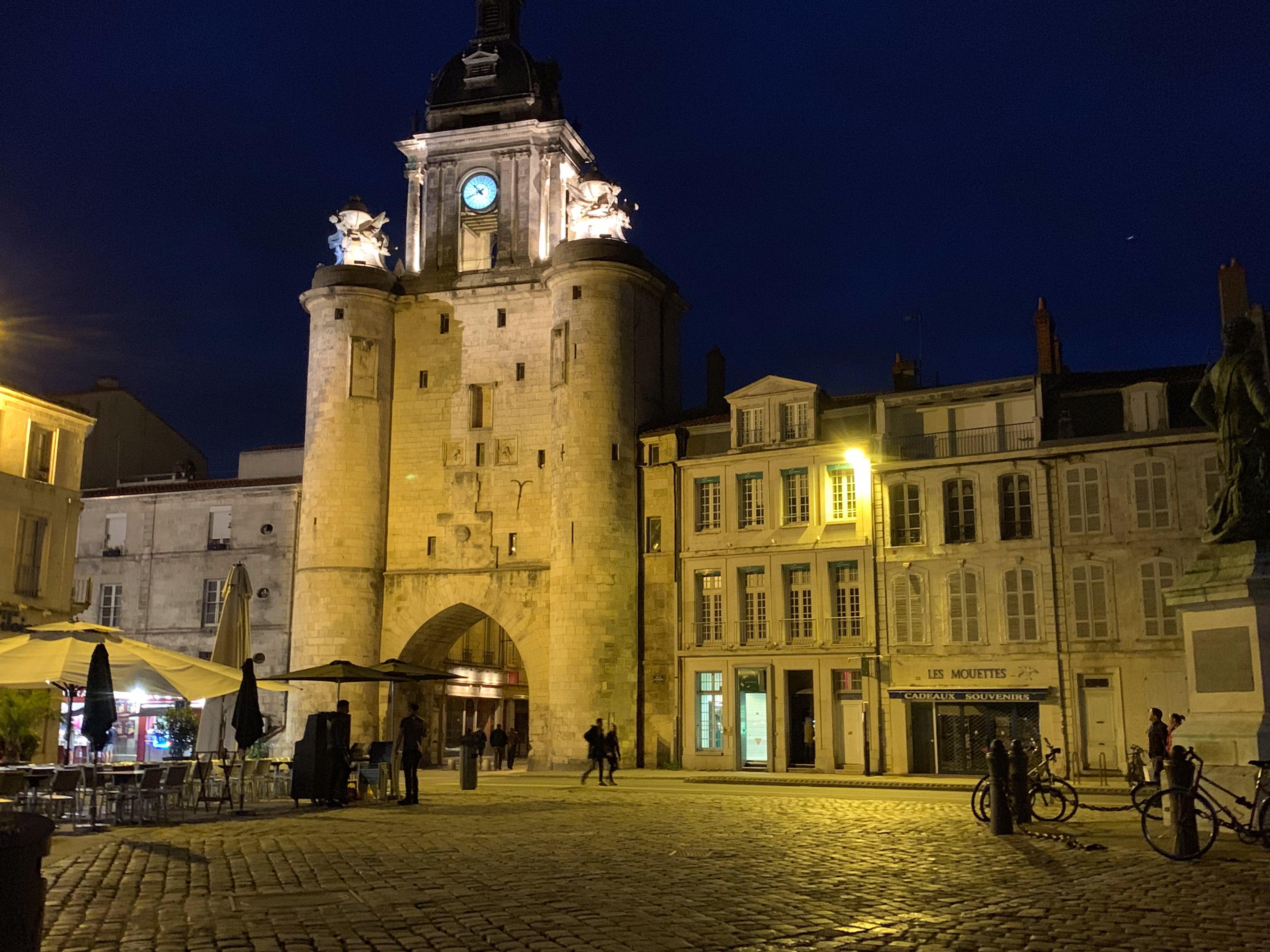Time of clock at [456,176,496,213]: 10:40
